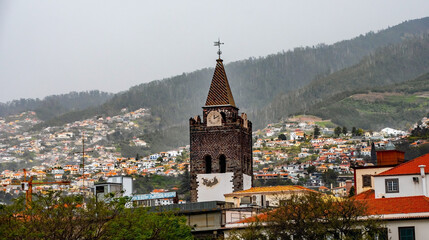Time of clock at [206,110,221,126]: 12:11
